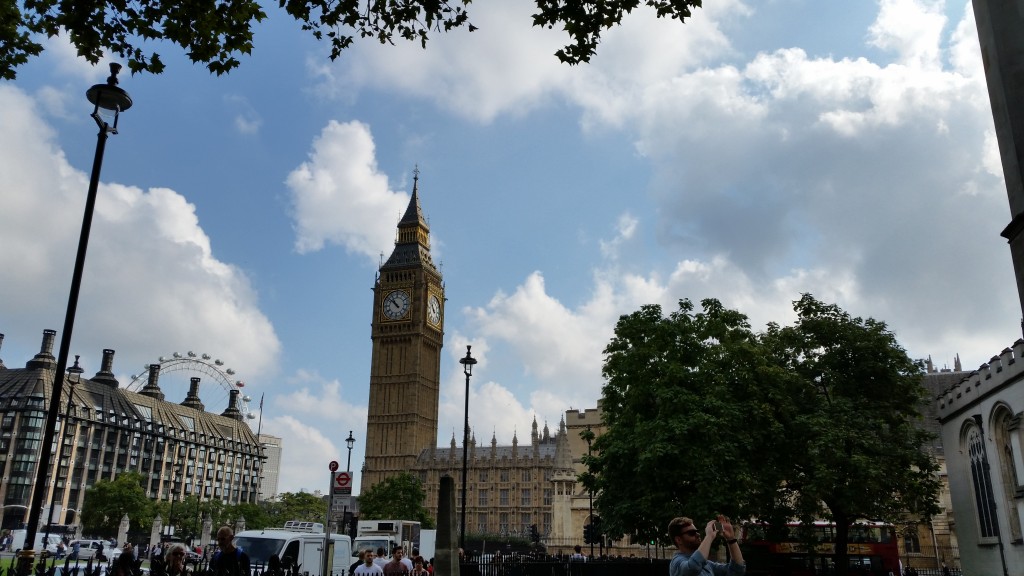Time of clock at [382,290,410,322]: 10:52
